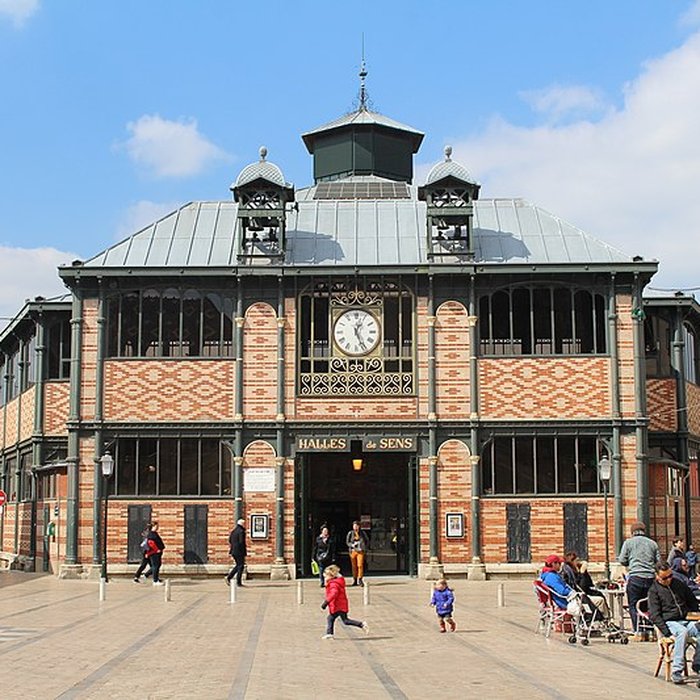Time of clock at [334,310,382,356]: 12:26
